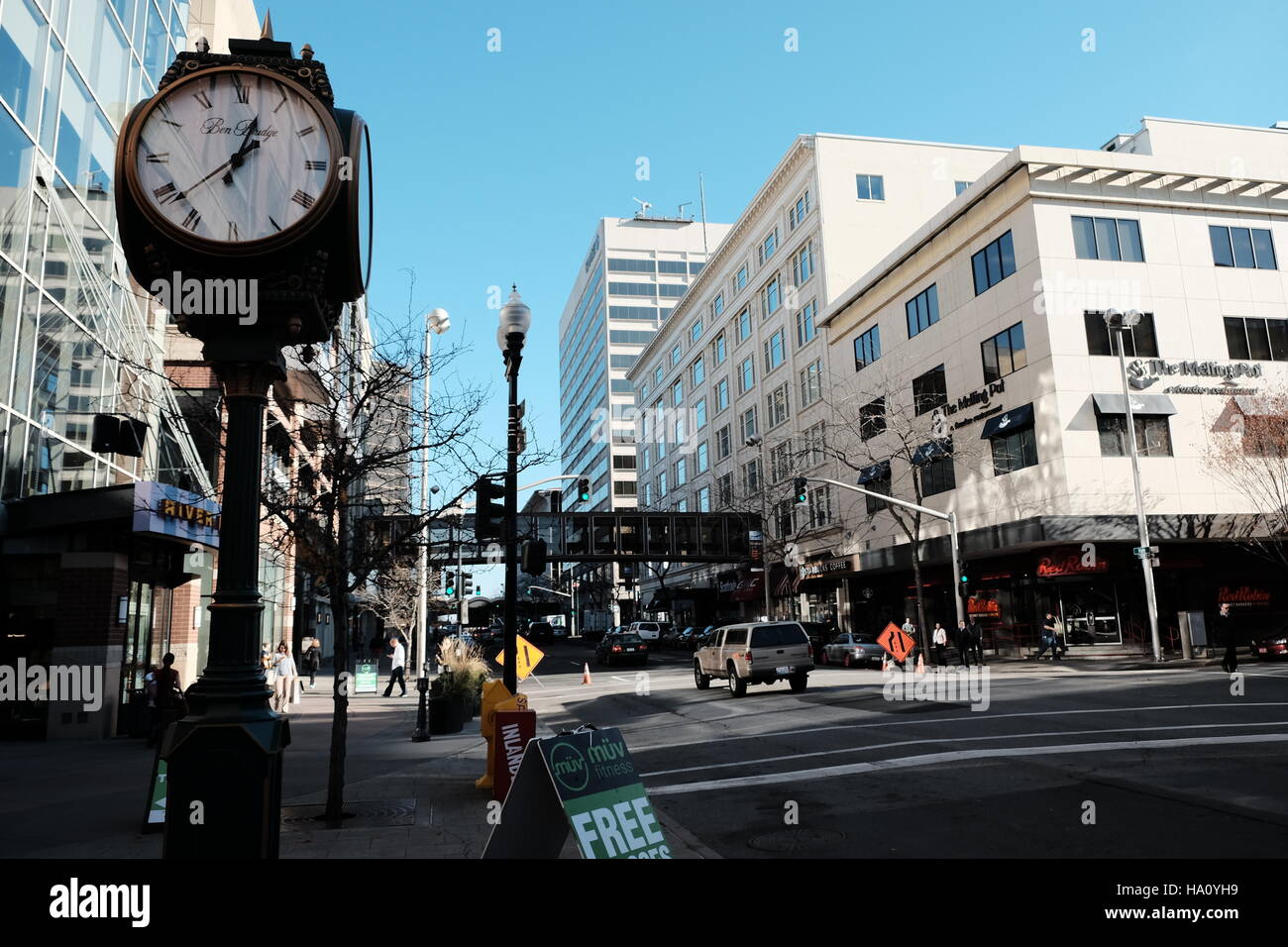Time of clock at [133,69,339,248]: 1:02
